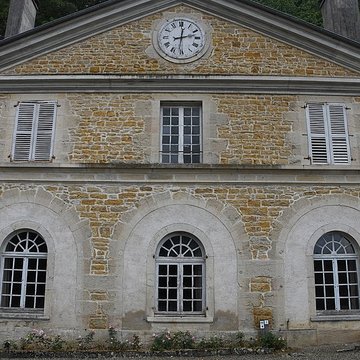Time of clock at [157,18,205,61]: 12:12
